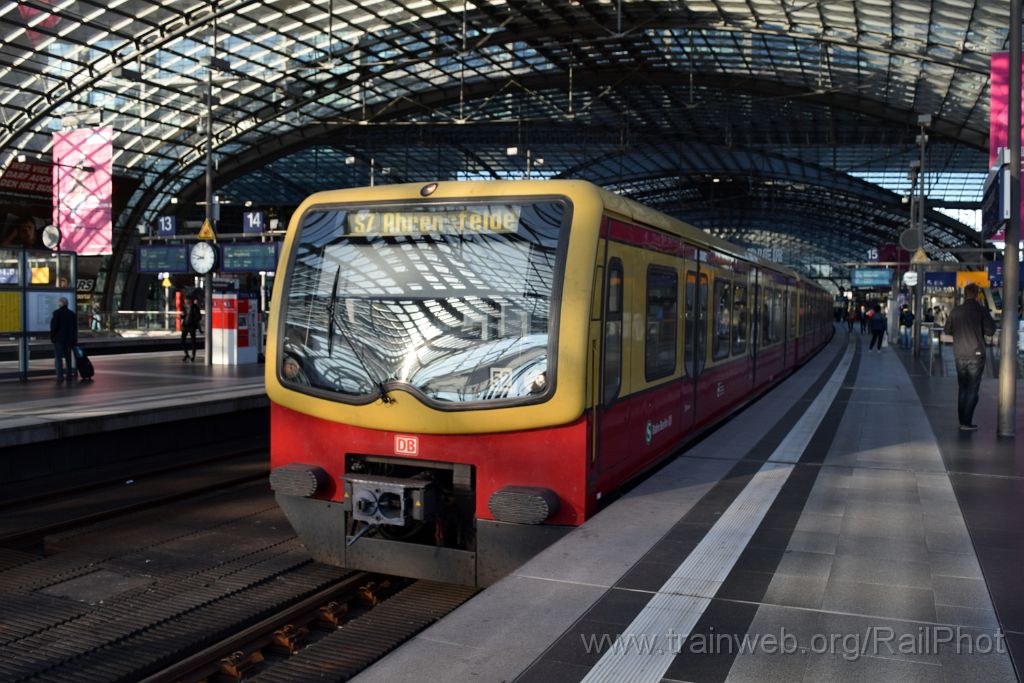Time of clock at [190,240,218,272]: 8:47
